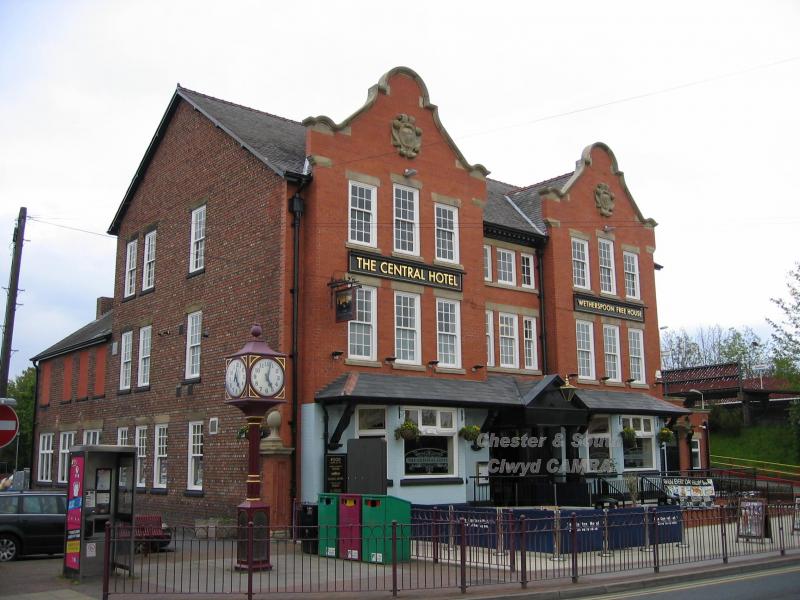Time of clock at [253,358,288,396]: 5:02
